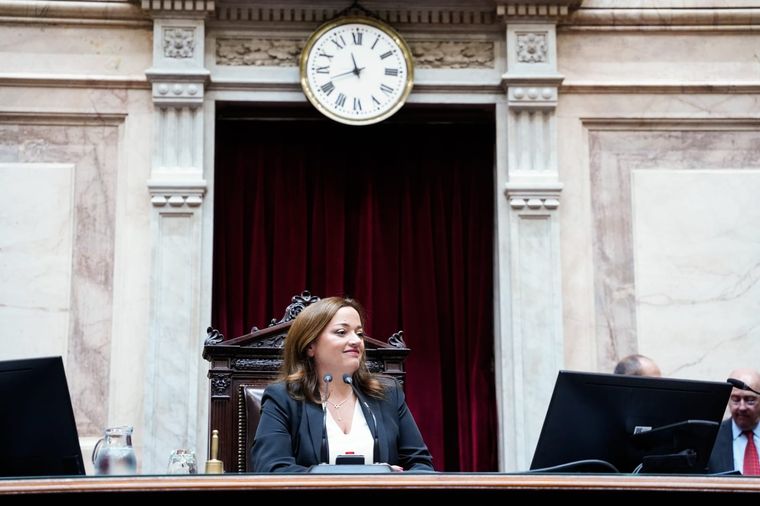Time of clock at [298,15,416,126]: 11:41
